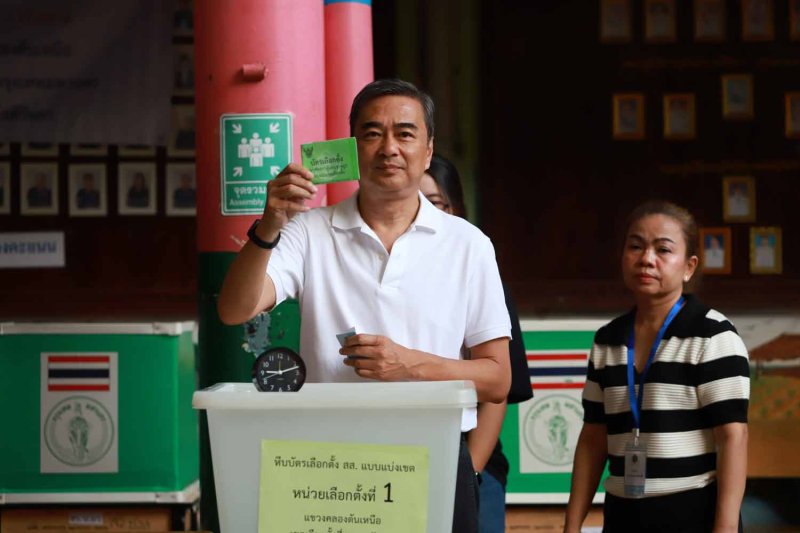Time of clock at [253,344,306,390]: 9:11
